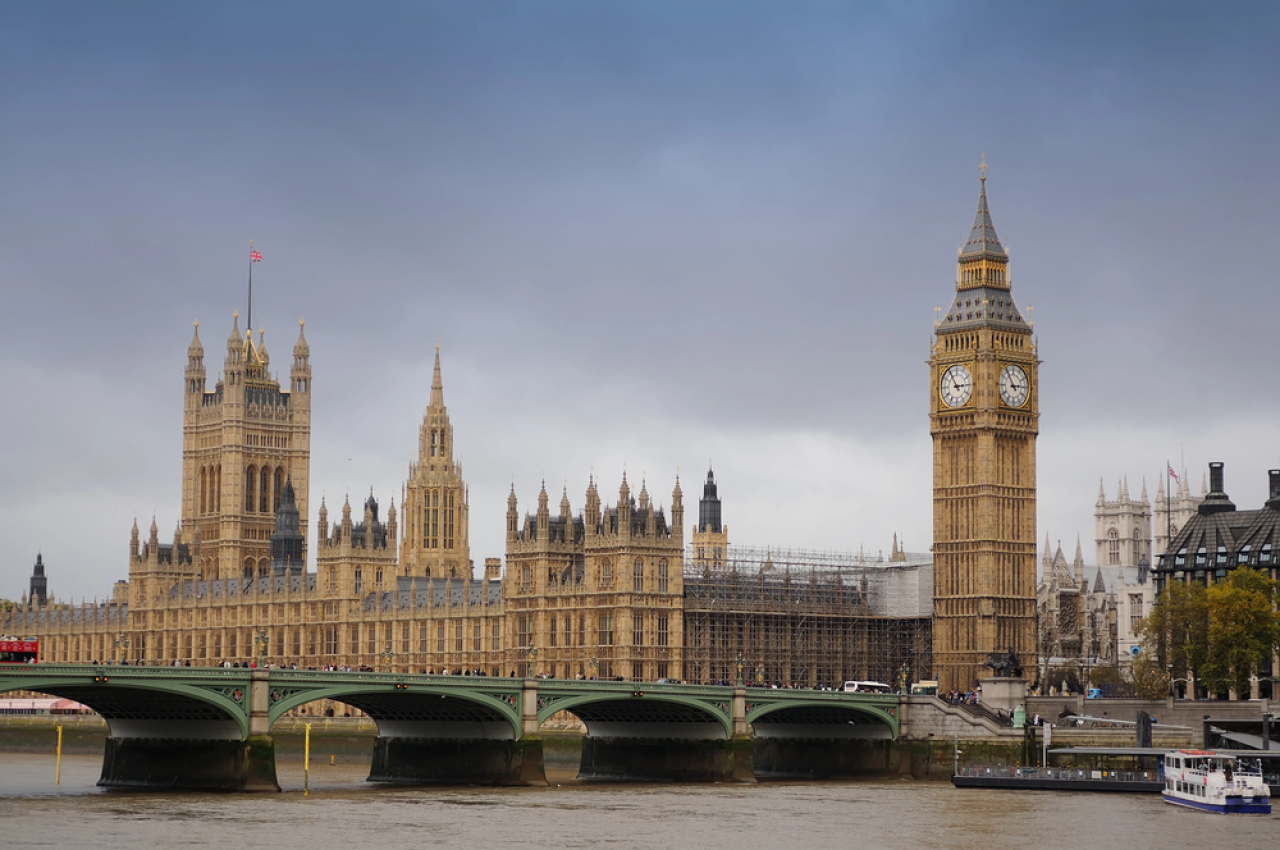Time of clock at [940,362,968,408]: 2:54
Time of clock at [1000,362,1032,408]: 2:54
